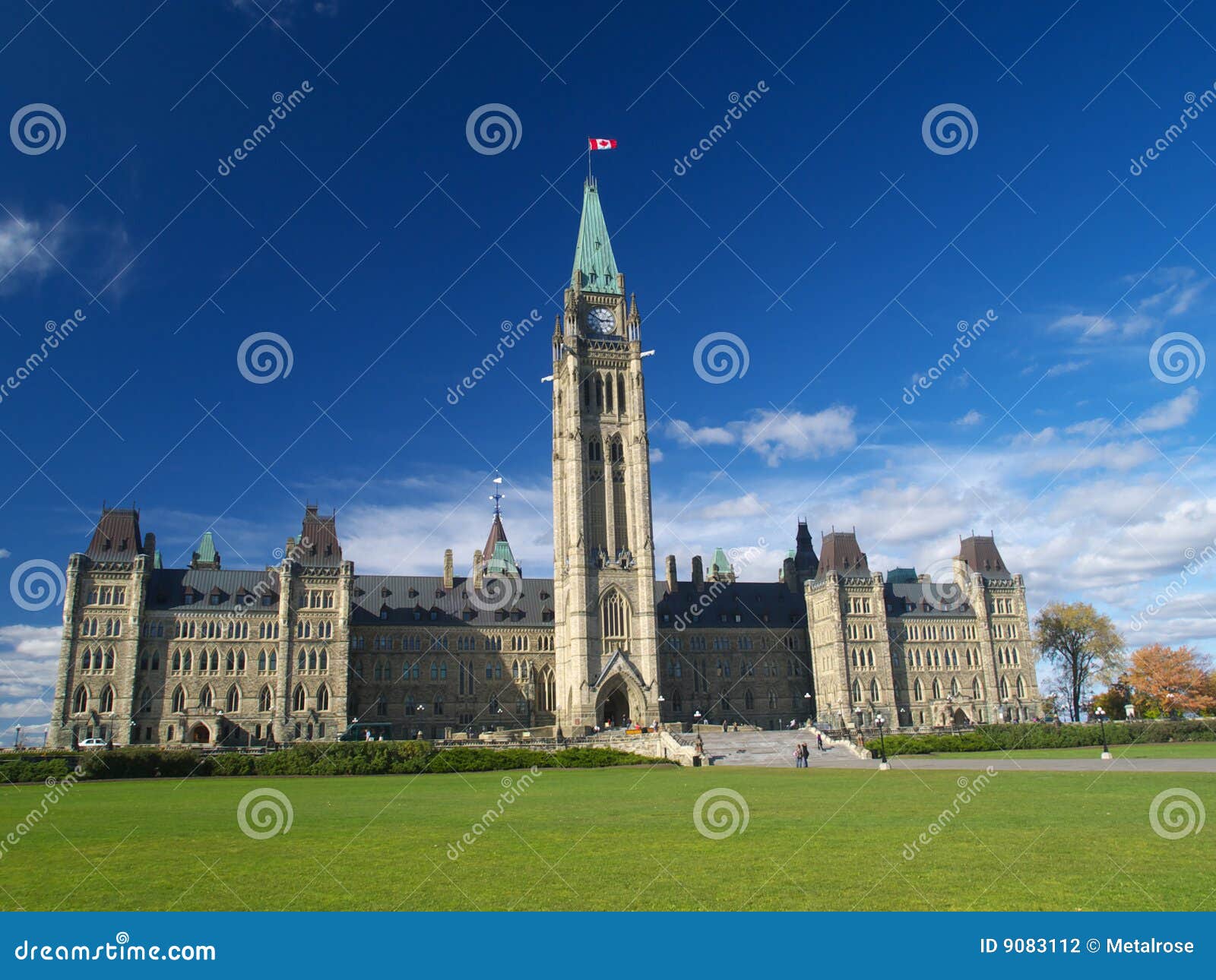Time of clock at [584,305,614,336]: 2:50
